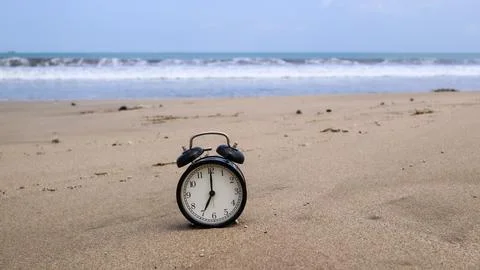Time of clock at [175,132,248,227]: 7:00
